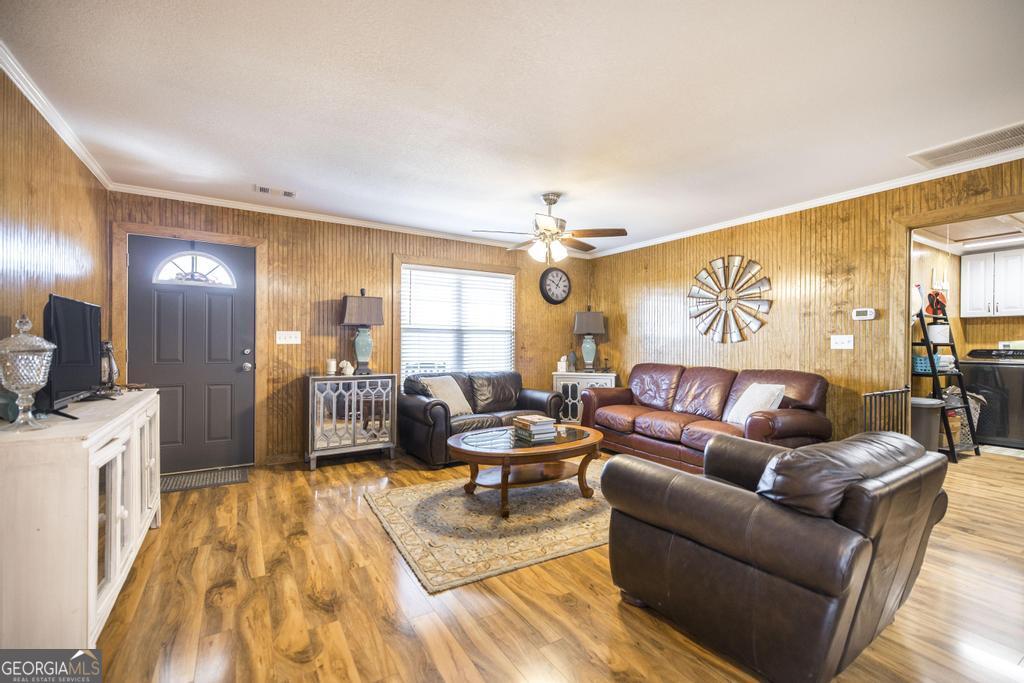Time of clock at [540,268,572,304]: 10:05
